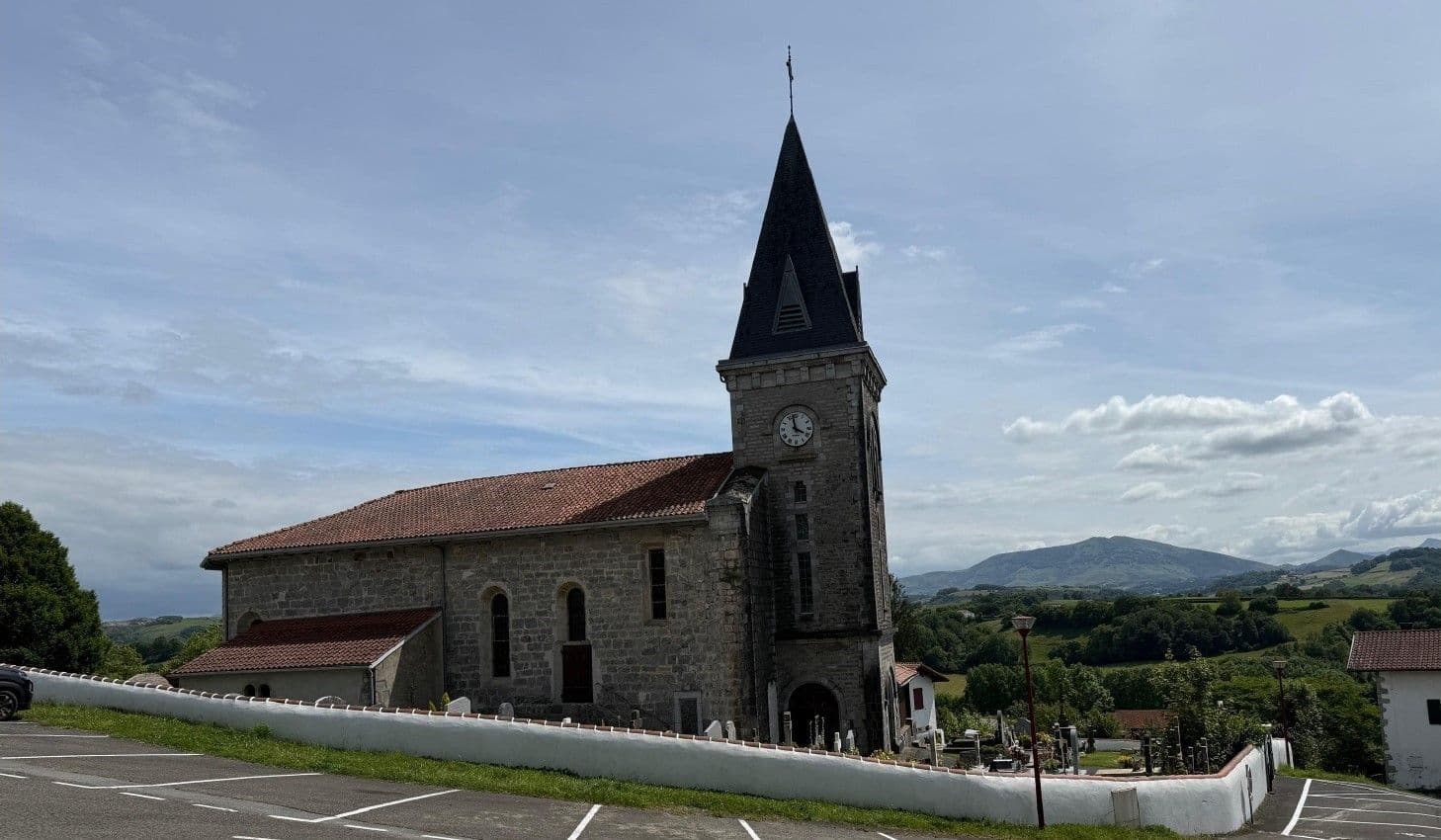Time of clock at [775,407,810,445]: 3:58
